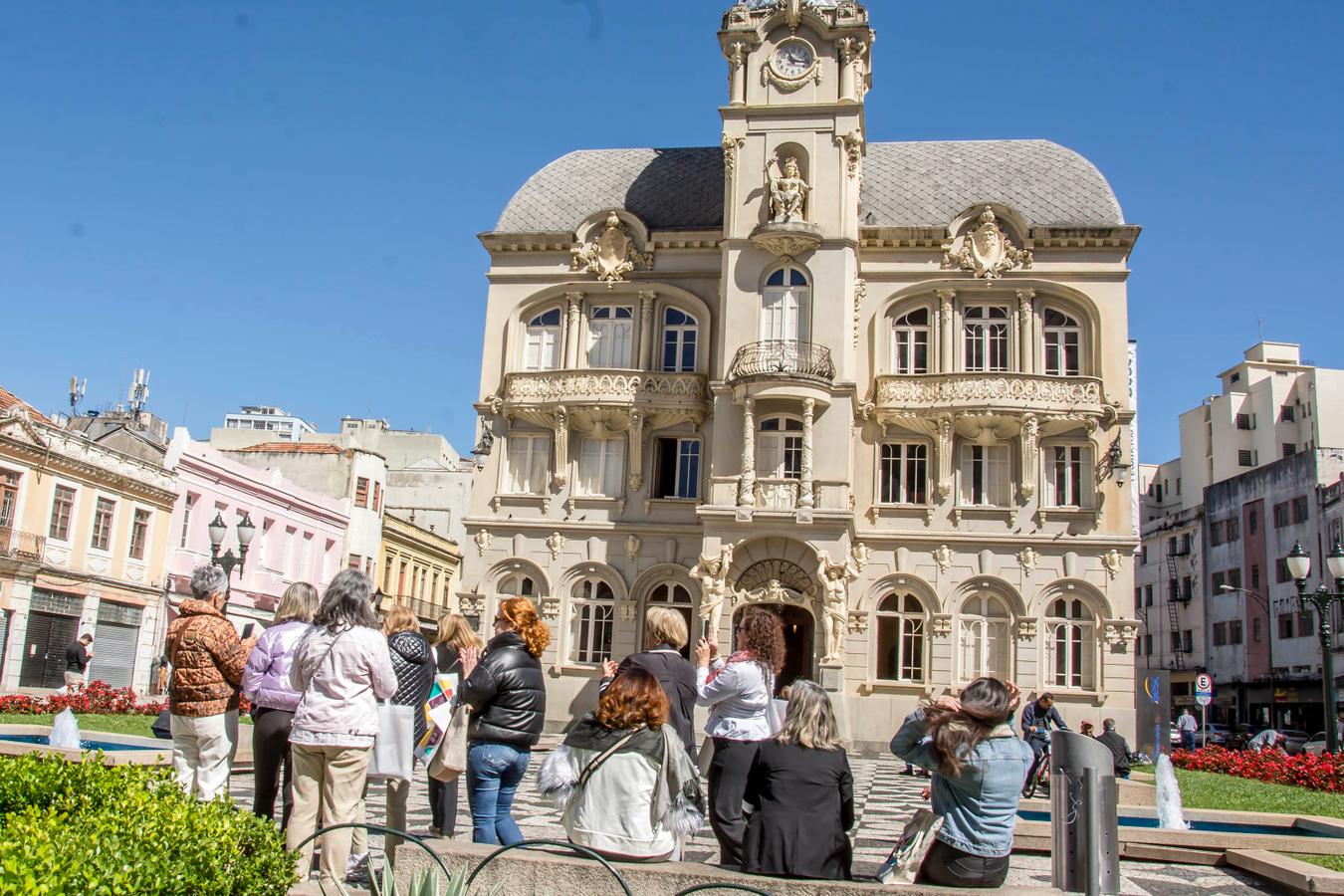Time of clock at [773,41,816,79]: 11:16
